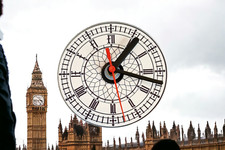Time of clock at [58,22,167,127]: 1:17
